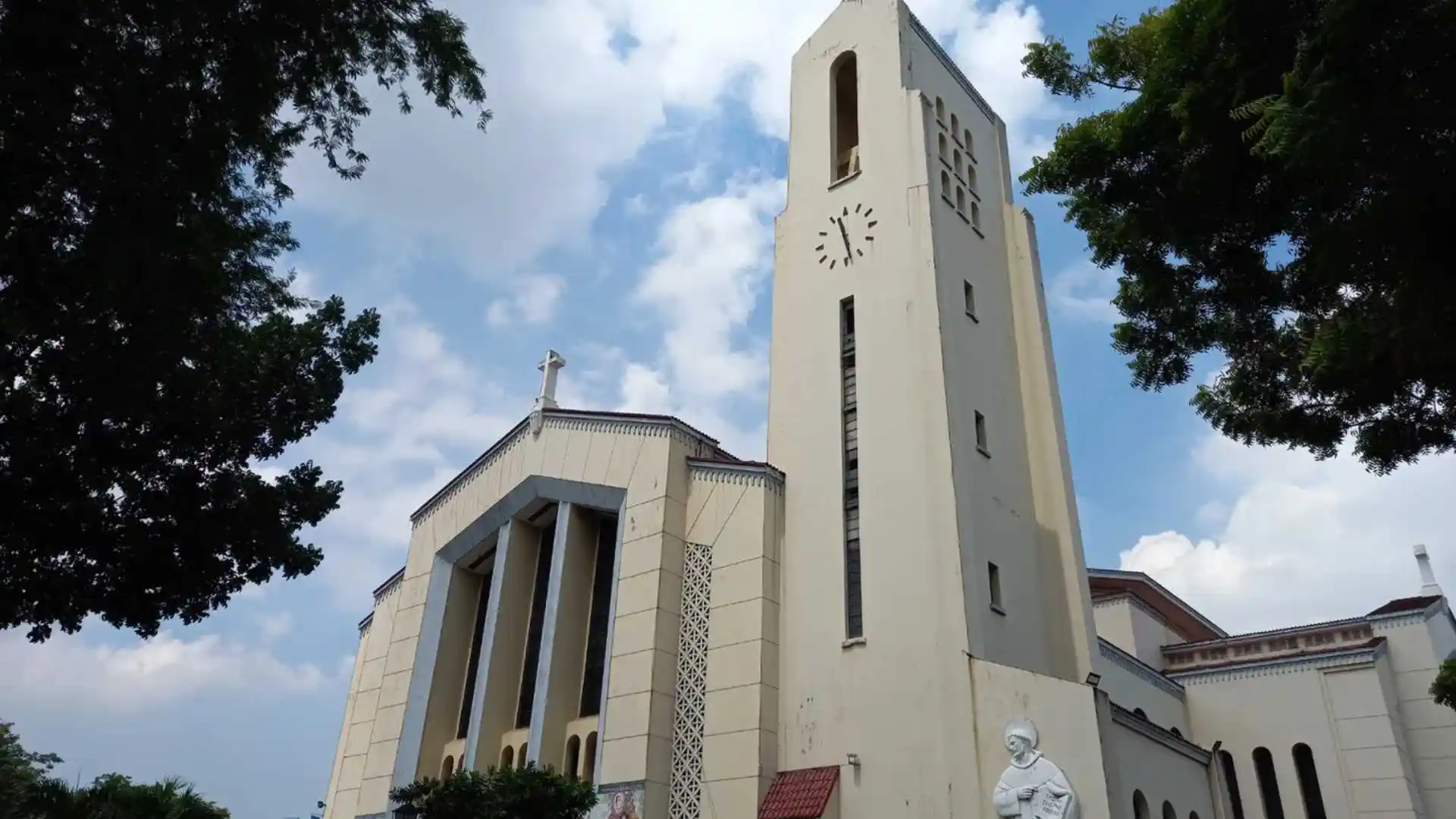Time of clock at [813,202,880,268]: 11:28
